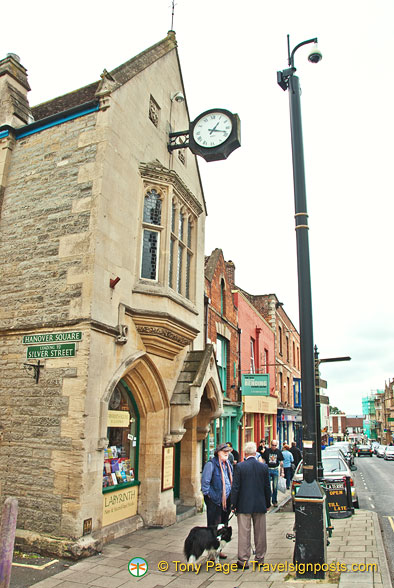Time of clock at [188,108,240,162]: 1:18
